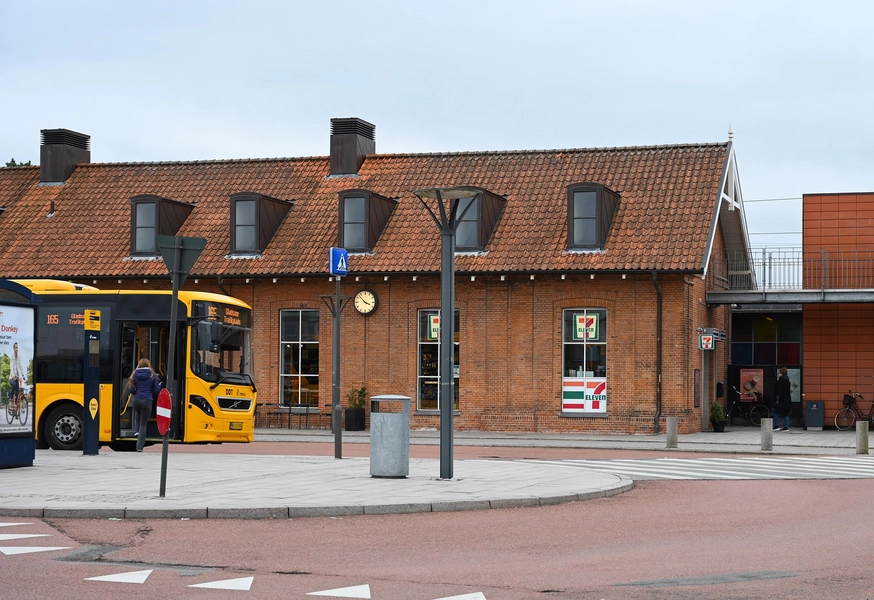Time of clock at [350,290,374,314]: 3:52
